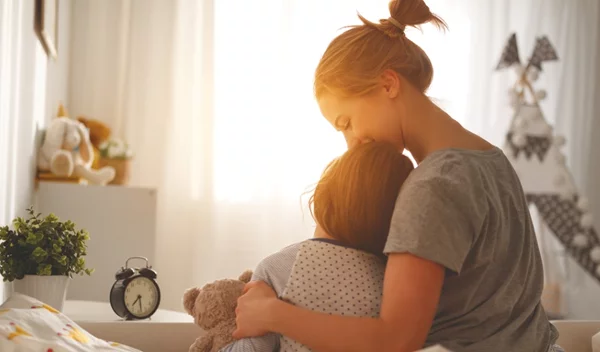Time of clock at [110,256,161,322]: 7:28
